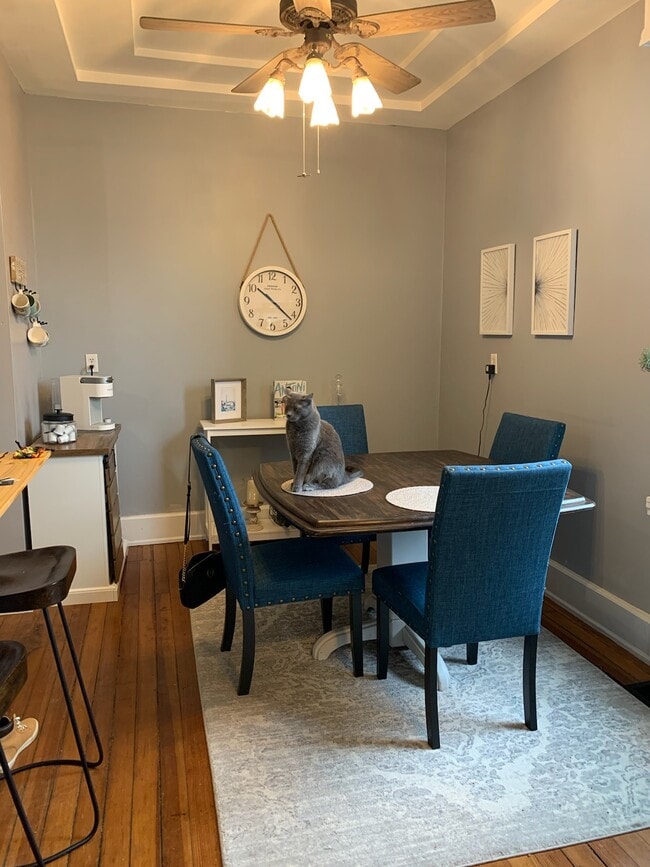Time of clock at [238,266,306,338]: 10:21
